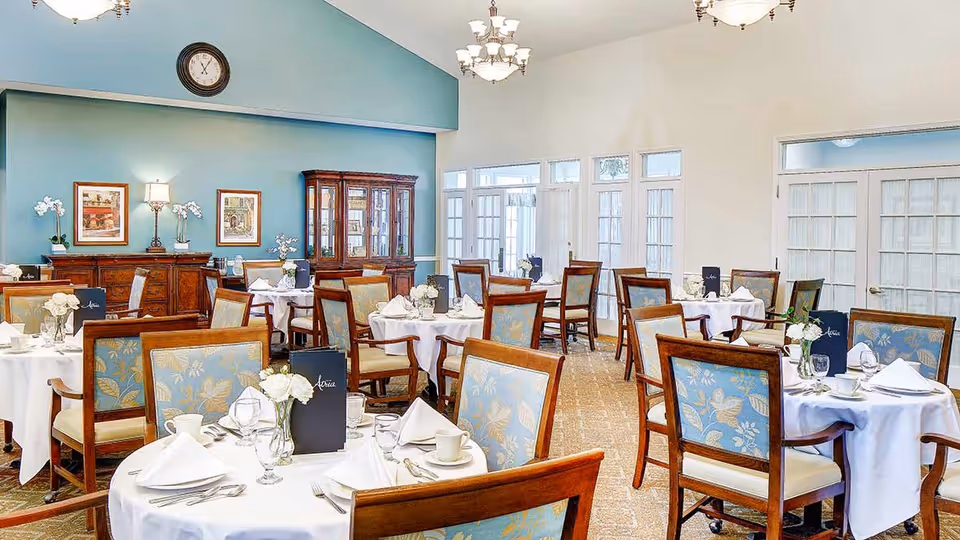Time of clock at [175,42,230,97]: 11:05
